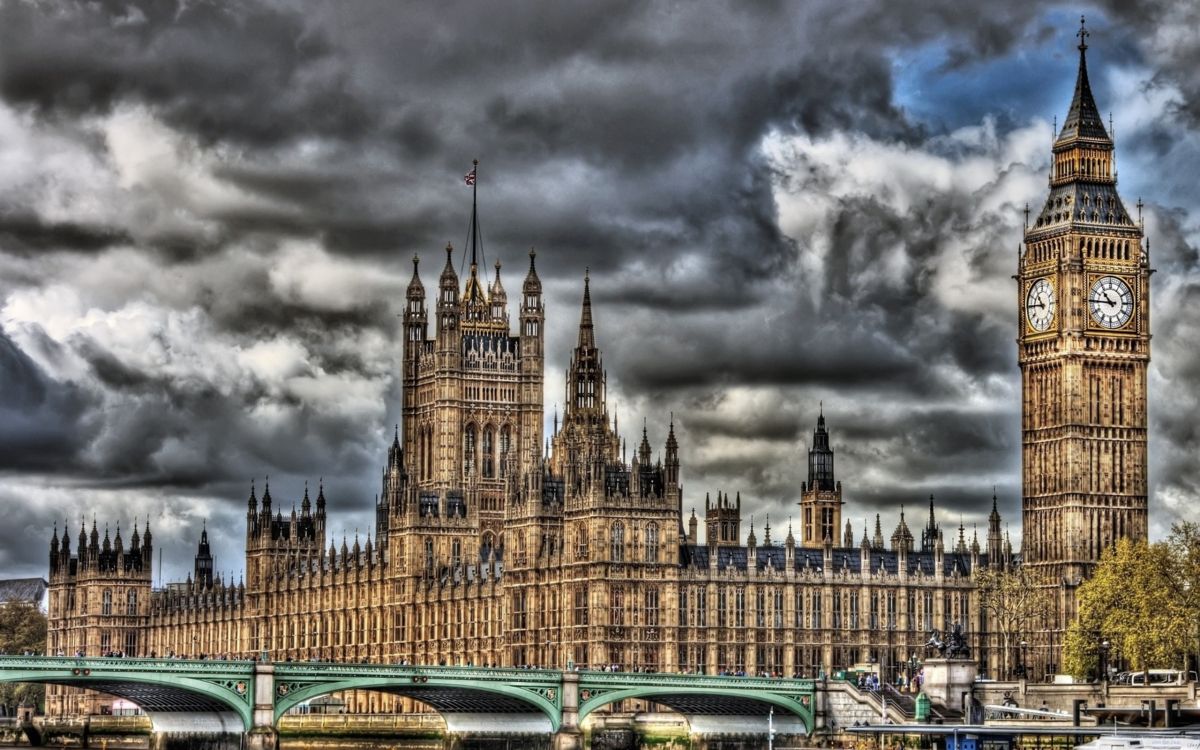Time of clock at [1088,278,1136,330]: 10:45
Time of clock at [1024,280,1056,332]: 10:45
